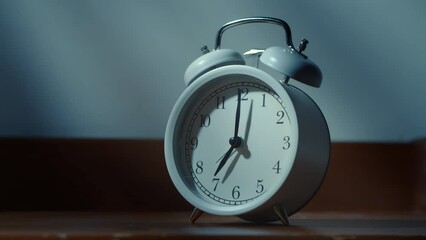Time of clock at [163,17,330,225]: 7:00
